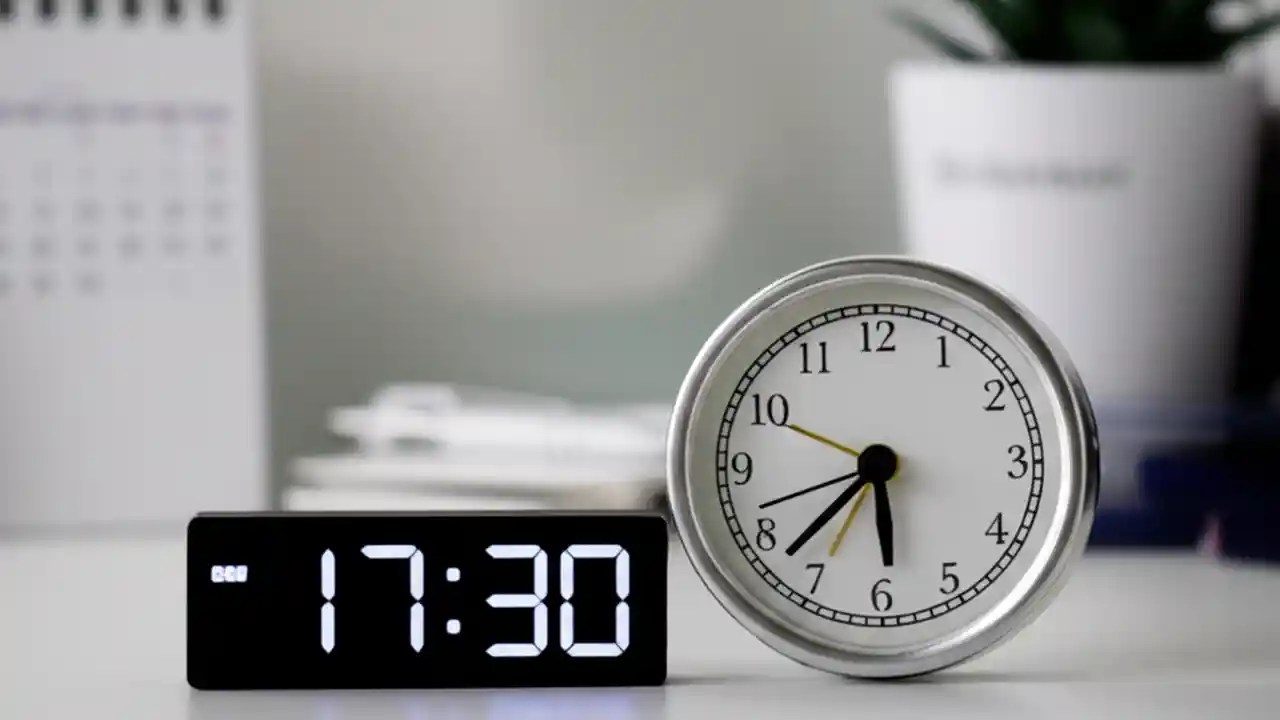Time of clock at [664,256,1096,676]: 5:37
